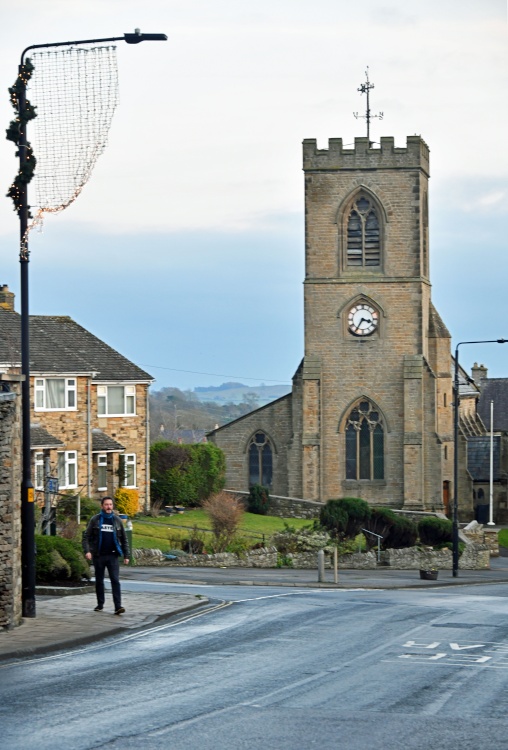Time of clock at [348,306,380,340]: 3:35
